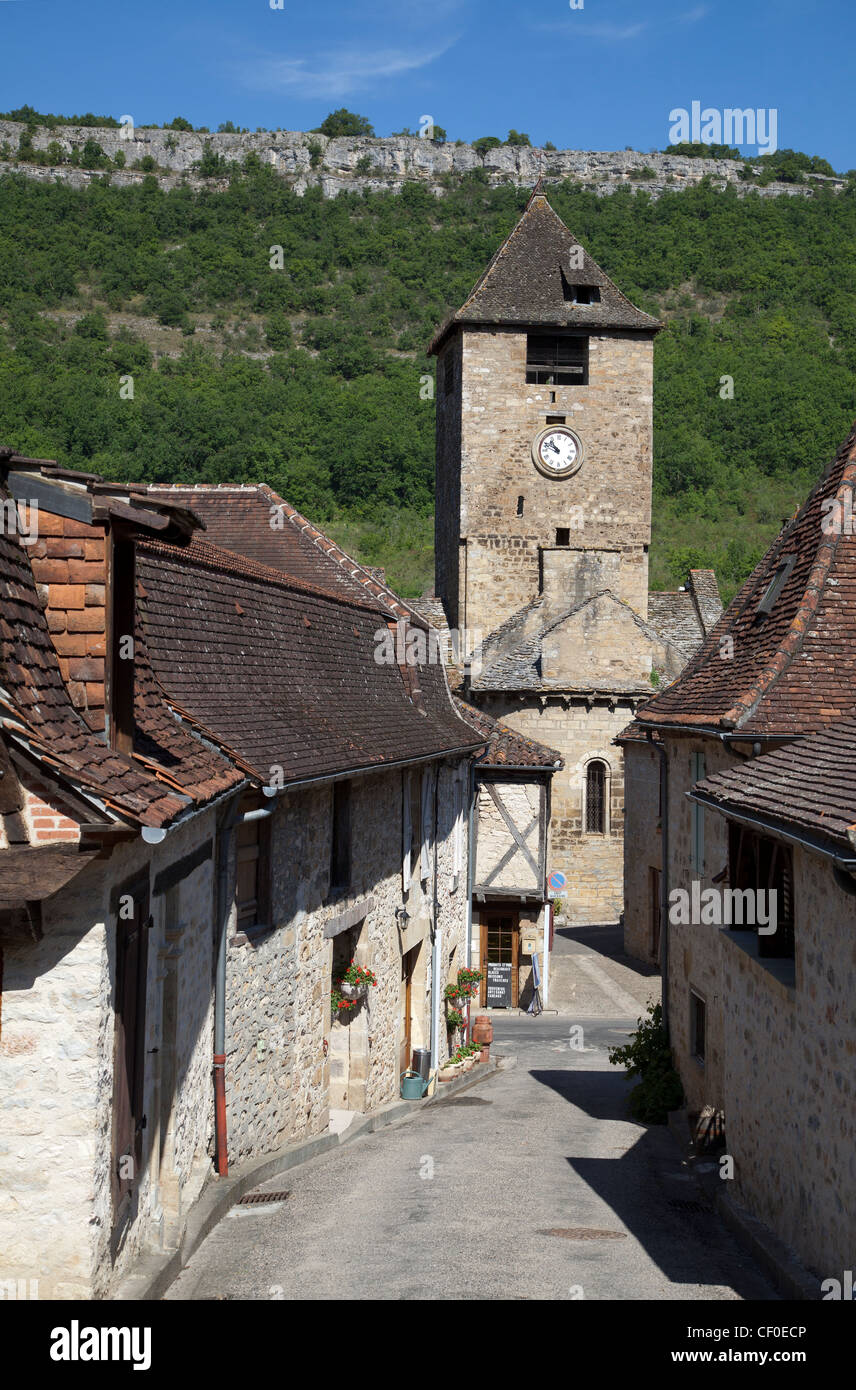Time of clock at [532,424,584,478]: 10:48
